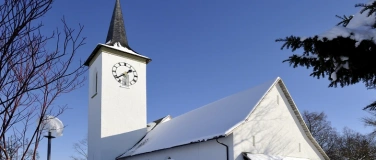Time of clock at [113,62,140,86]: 1:38
